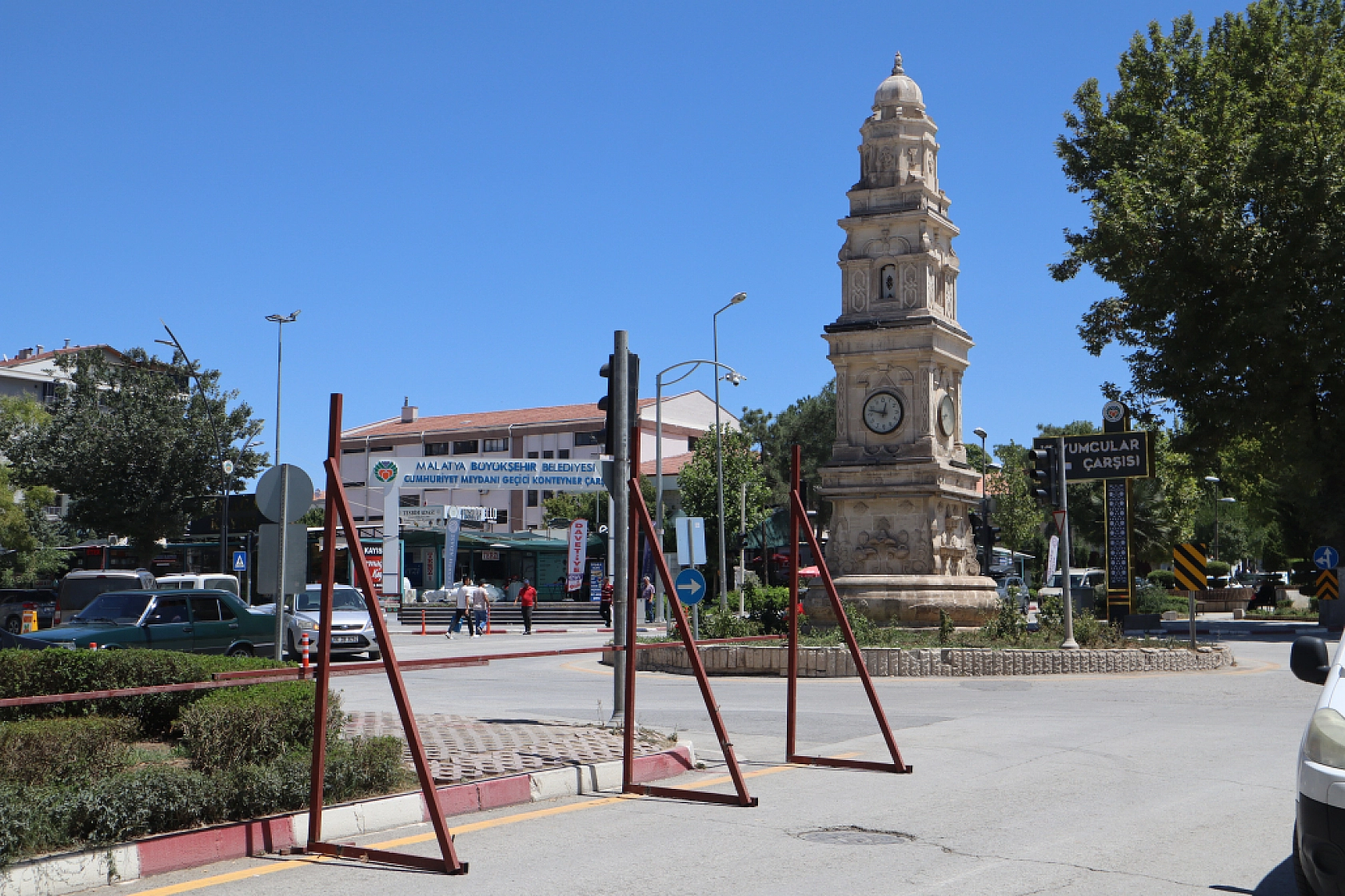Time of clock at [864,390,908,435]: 12:47
